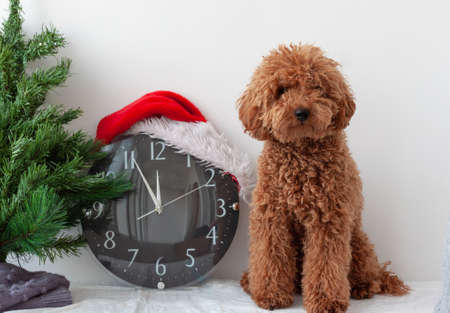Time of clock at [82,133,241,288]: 11:55
